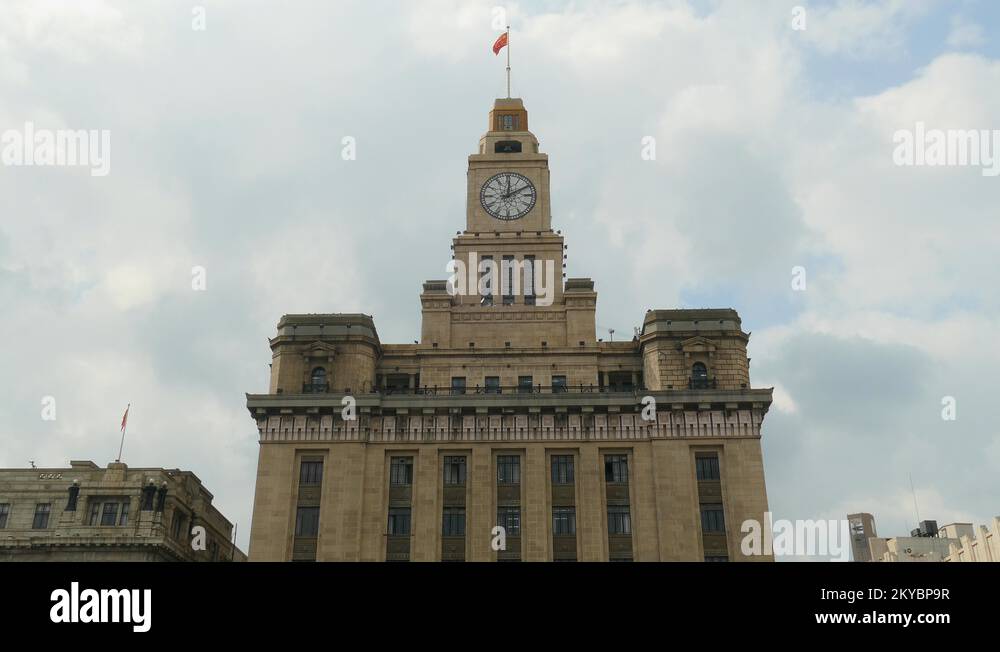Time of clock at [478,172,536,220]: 12:09
